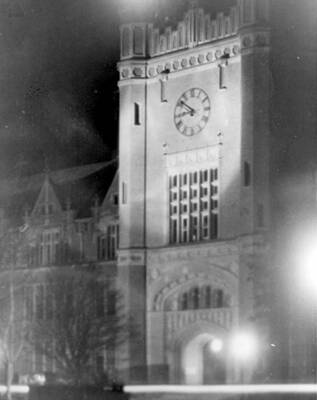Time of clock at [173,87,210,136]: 8:51
